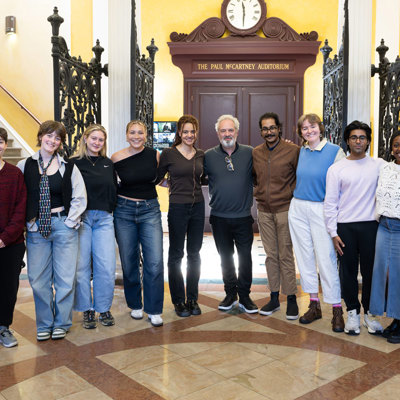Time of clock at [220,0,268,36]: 11:29
